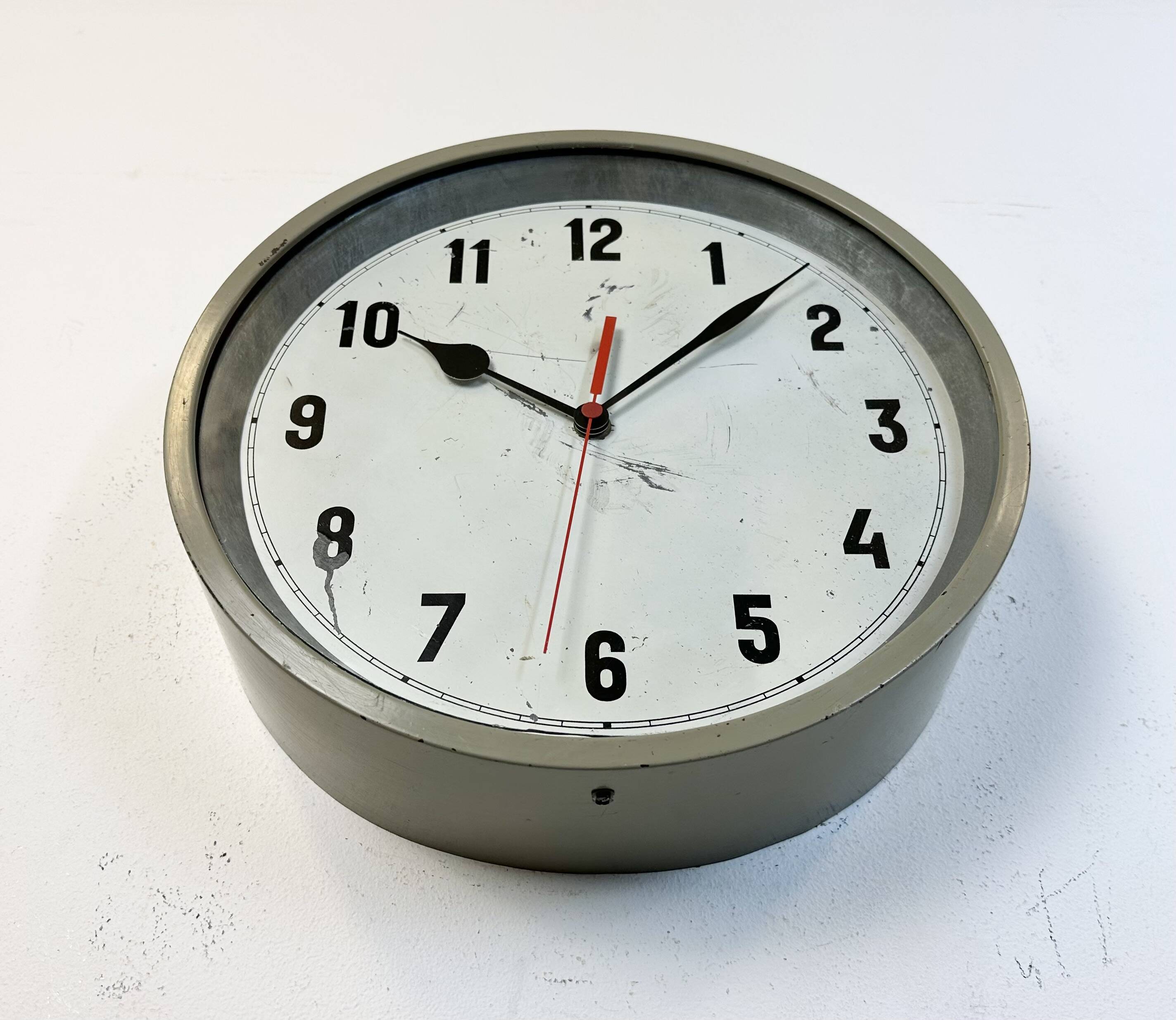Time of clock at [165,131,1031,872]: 10:07
